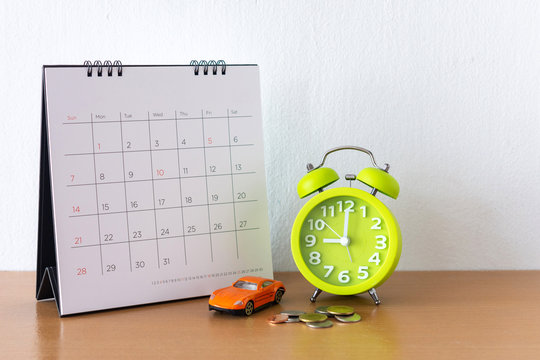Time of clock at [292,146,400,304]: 9:00
